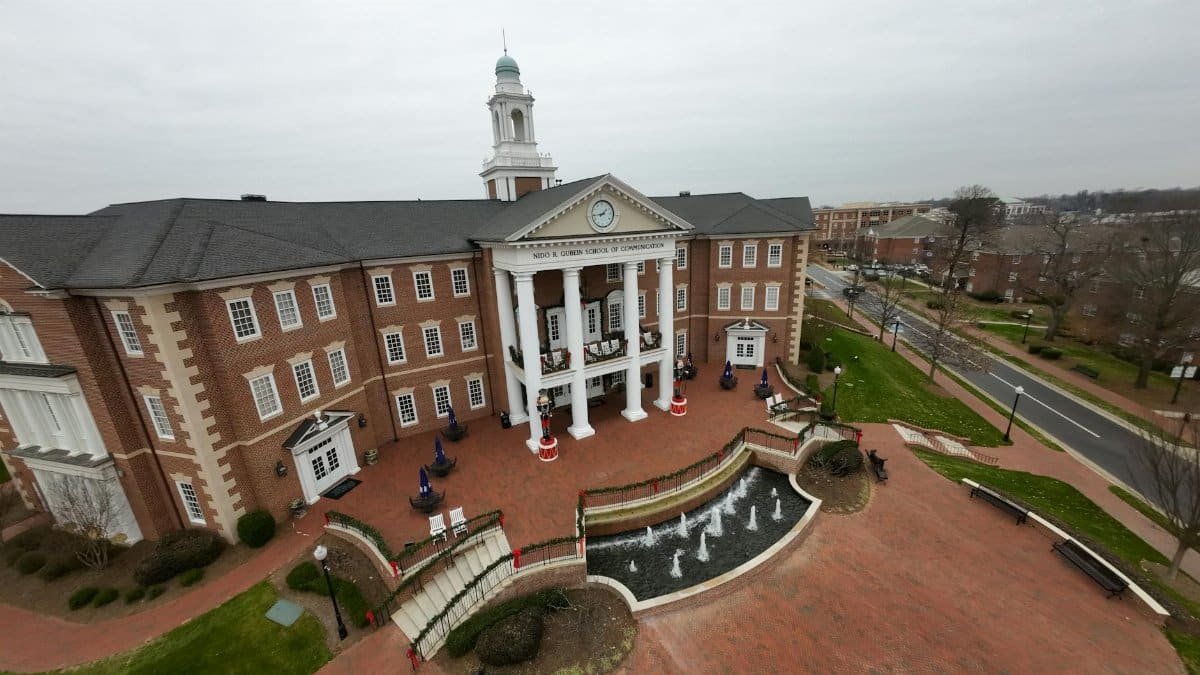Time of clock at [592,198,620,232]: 1:43
